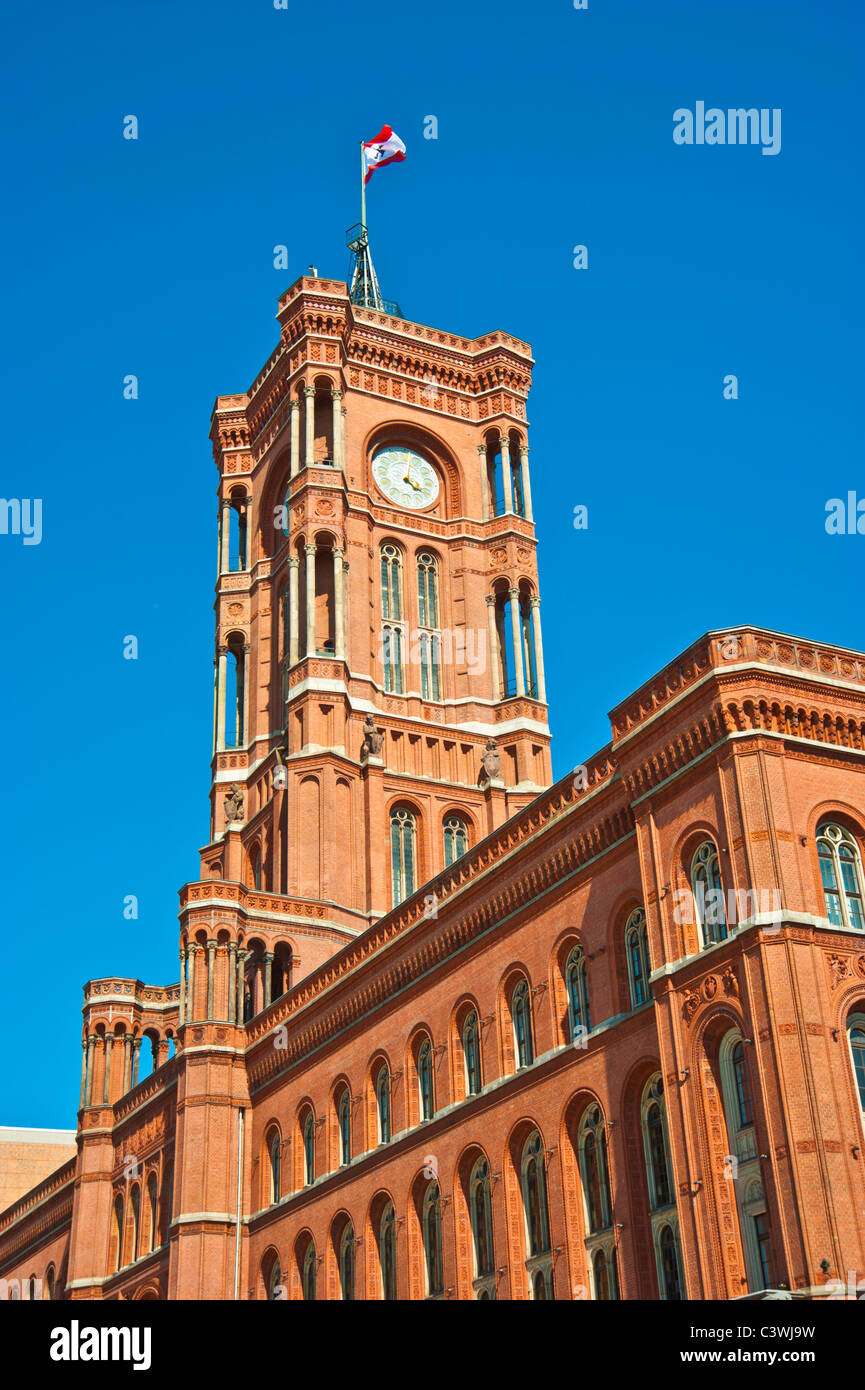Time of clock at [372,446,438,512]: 4:01
